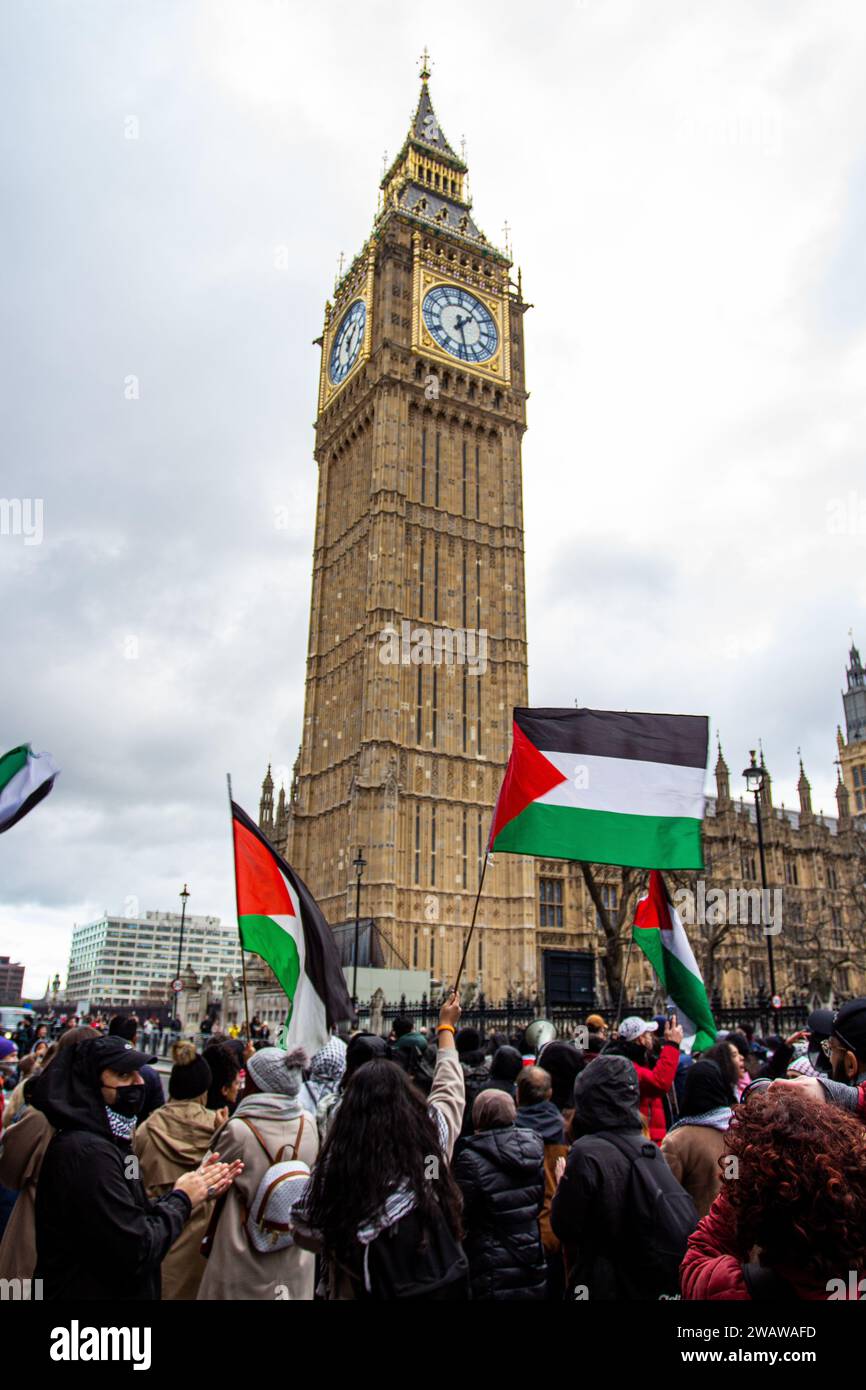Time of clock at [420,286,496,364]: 1:28
